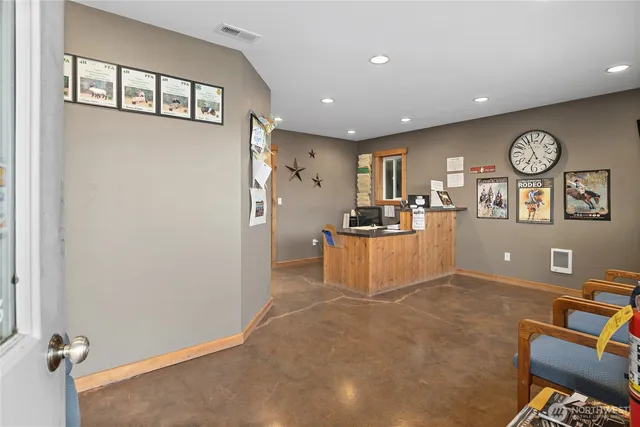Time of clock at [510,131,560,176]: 6:56
